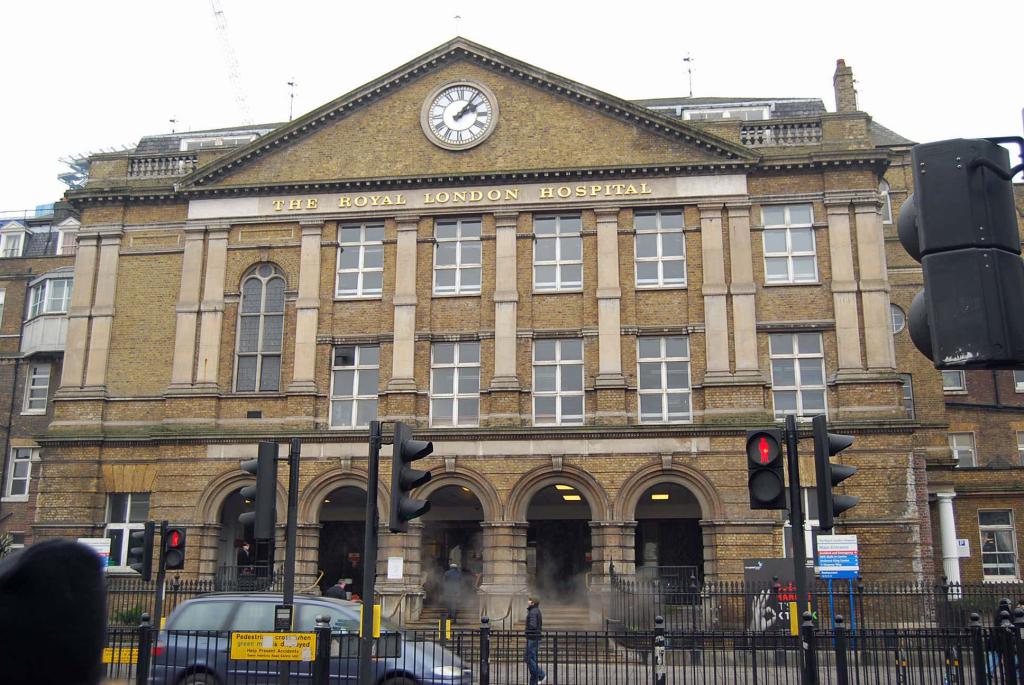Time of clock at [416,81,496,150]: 2:06
